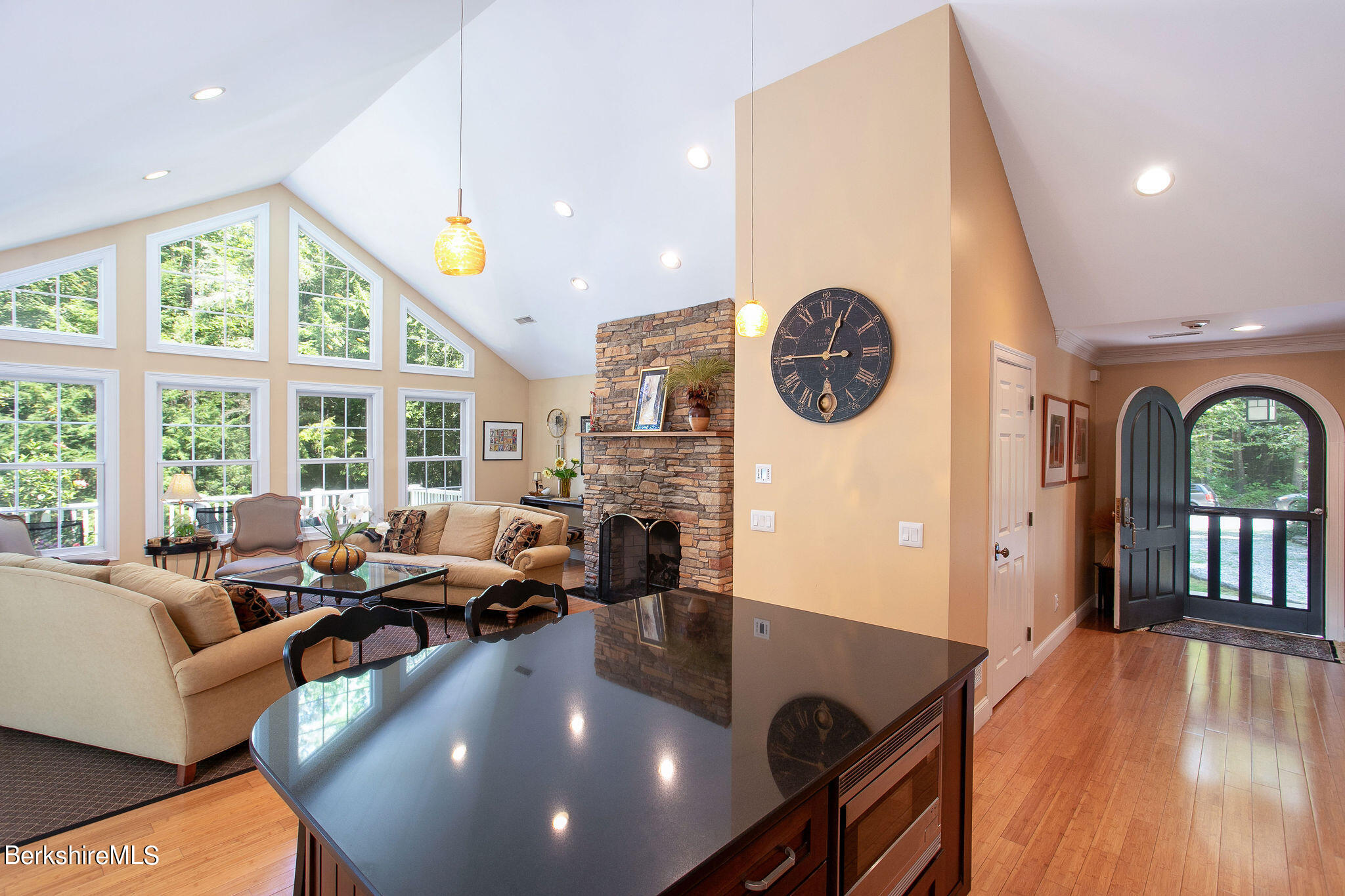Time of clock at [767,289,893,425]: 3:03
